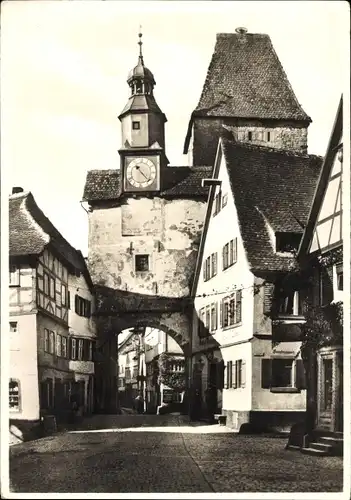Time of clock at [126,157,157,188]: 10:22
